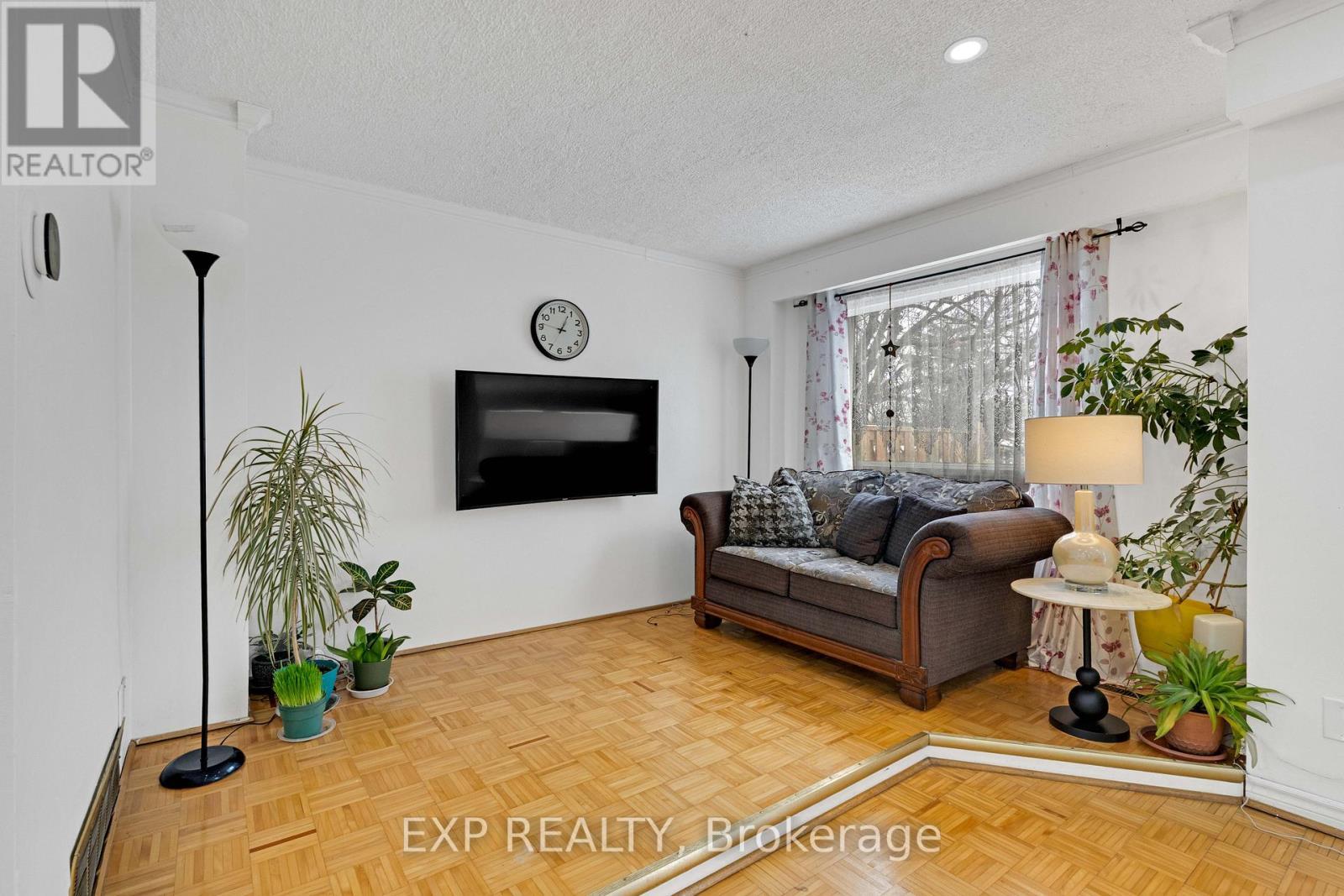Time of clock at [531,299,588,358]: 12:46
